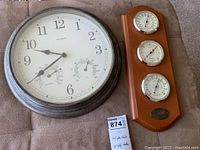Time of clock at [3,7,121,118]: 9:39
